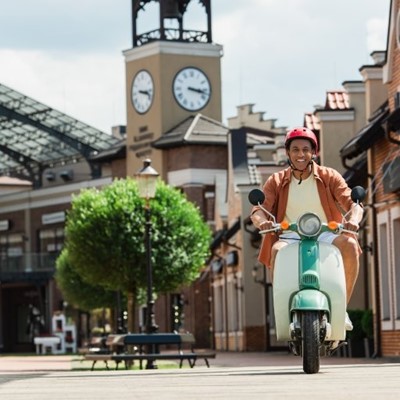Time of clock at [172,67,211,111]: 3:17
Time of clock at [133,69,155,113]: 3:18
